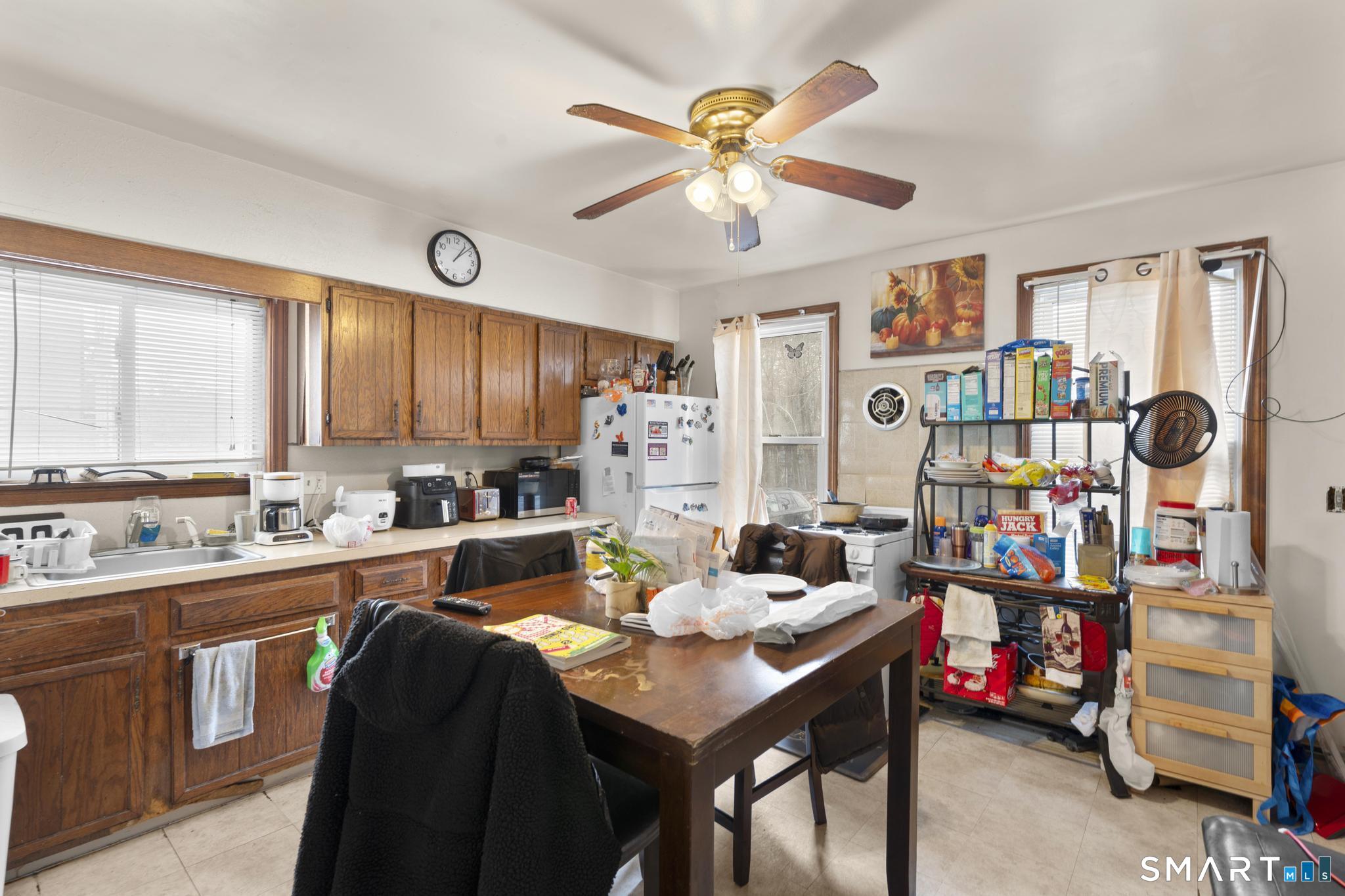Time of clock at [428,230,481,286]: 1:07
